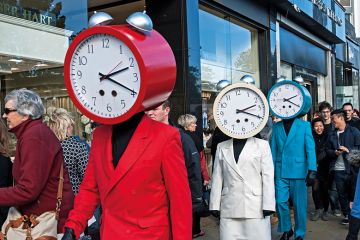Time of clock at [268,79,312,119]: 2:20
